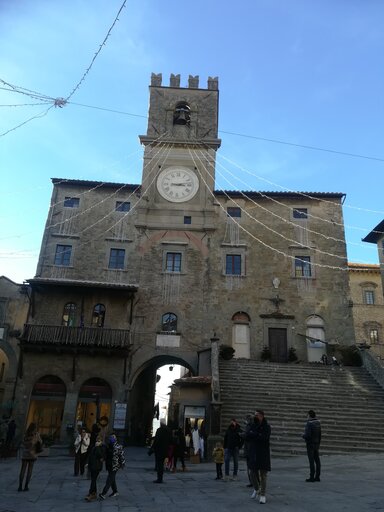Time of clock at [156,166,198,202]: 3:12
